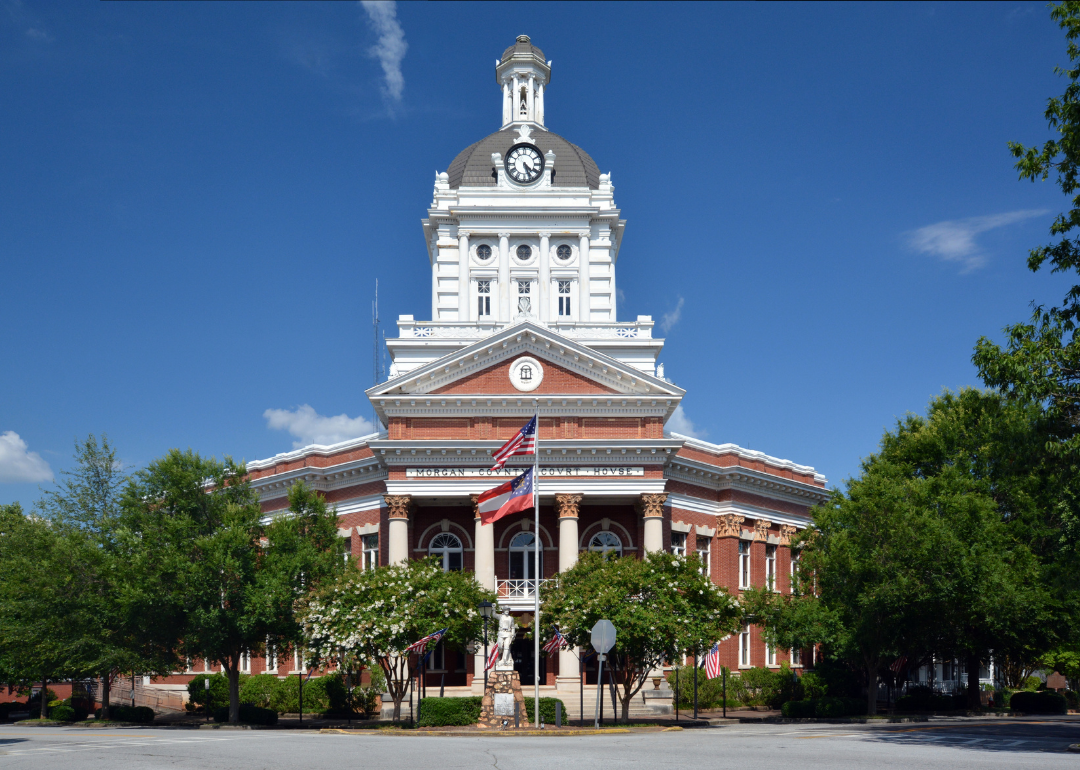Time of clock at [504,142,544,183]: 4:26
